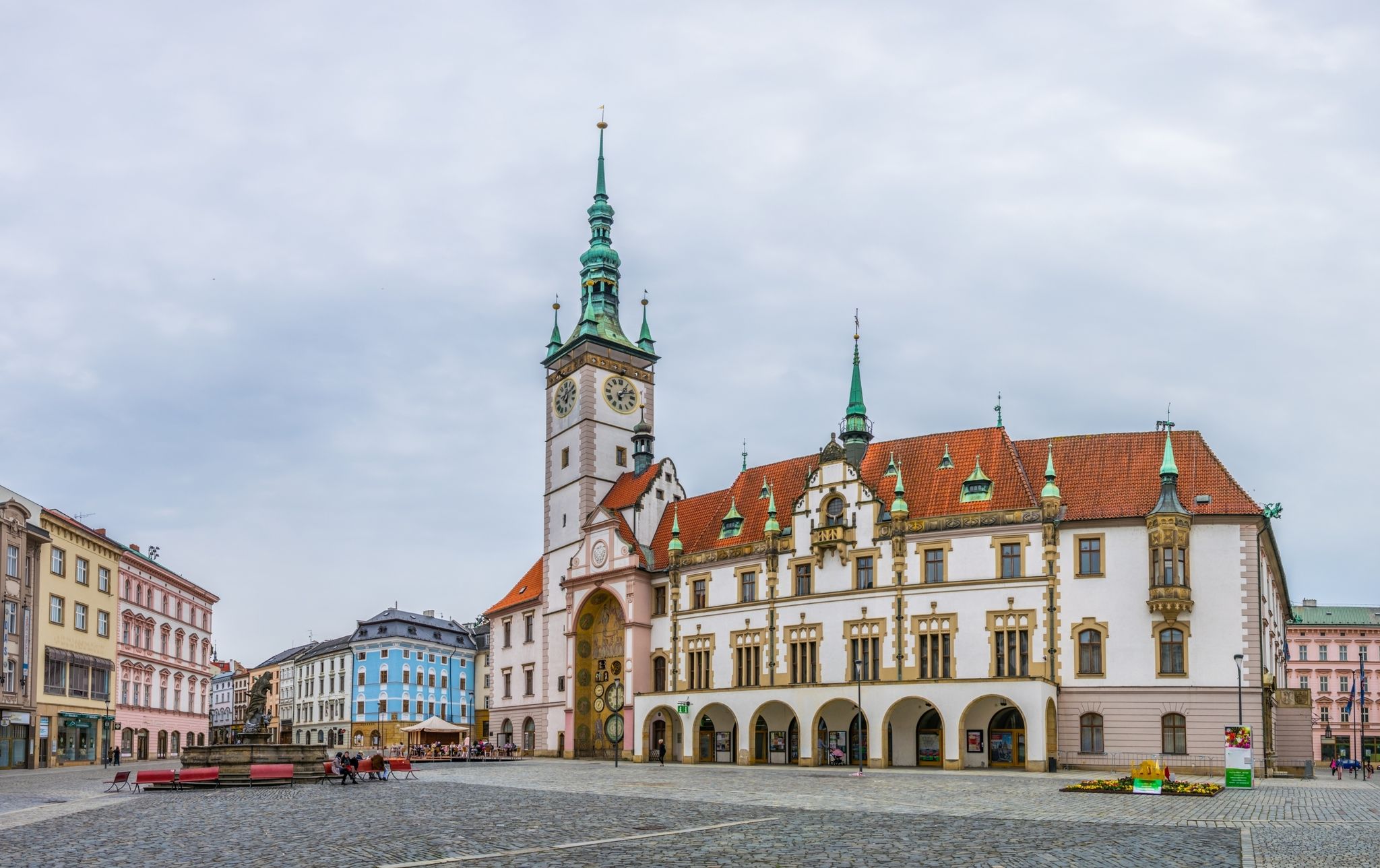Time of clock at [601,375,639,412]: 1:11
